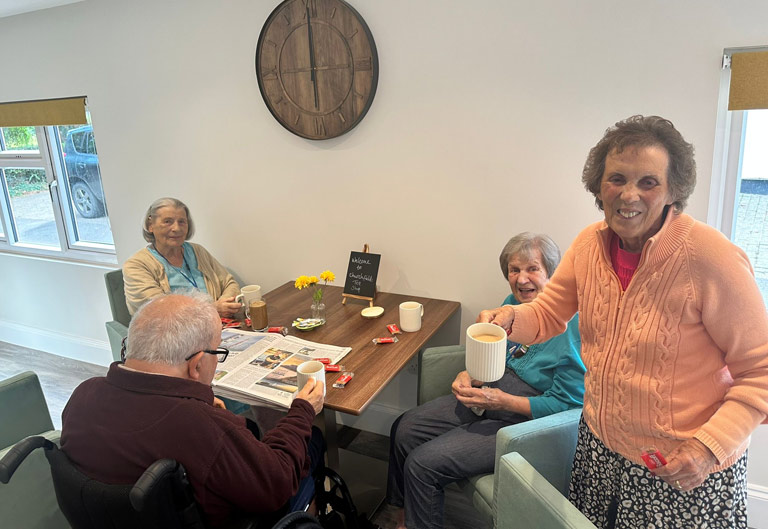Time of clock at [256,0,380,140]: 5:59
